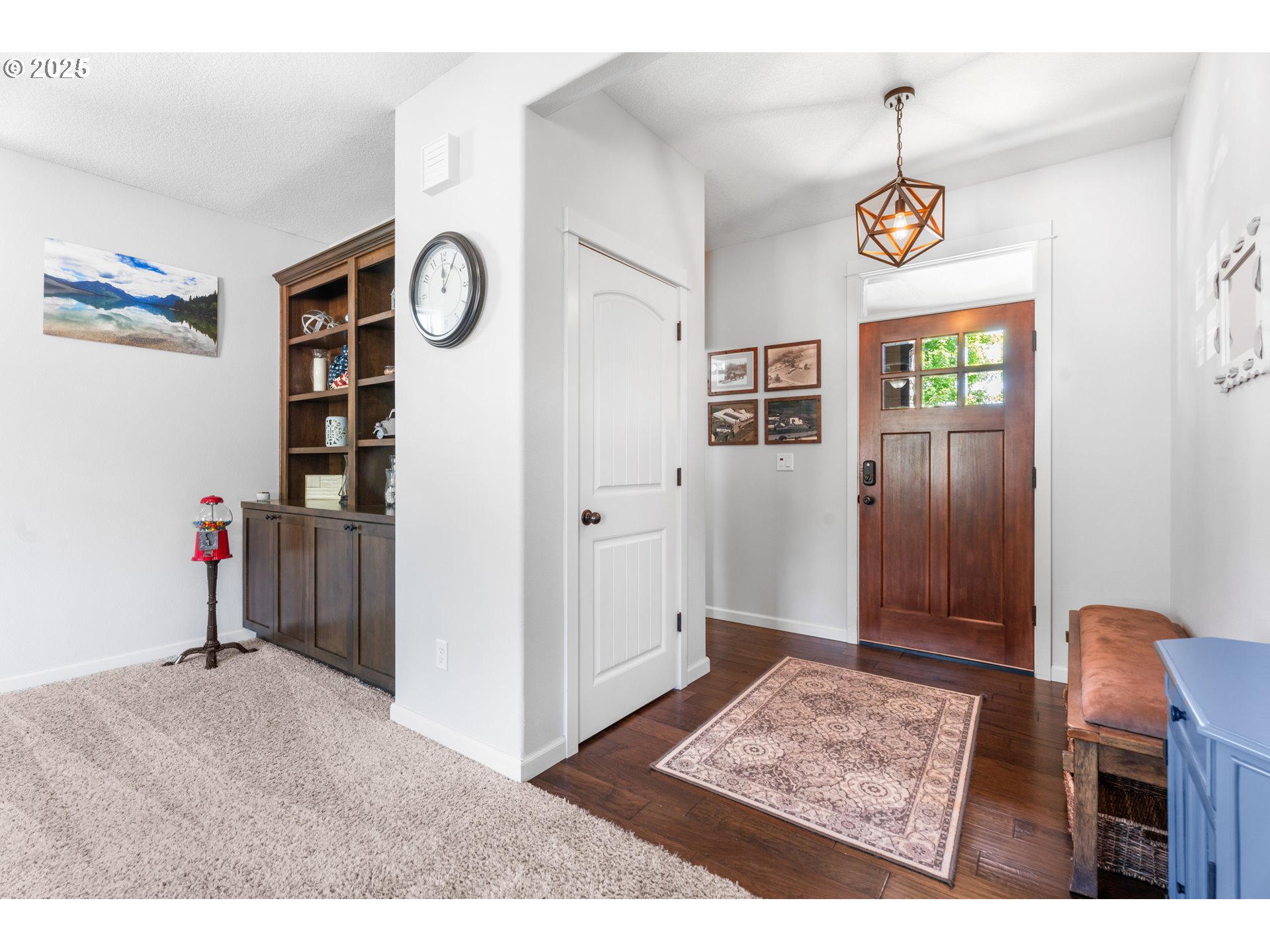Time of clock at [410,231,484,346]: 12:05
